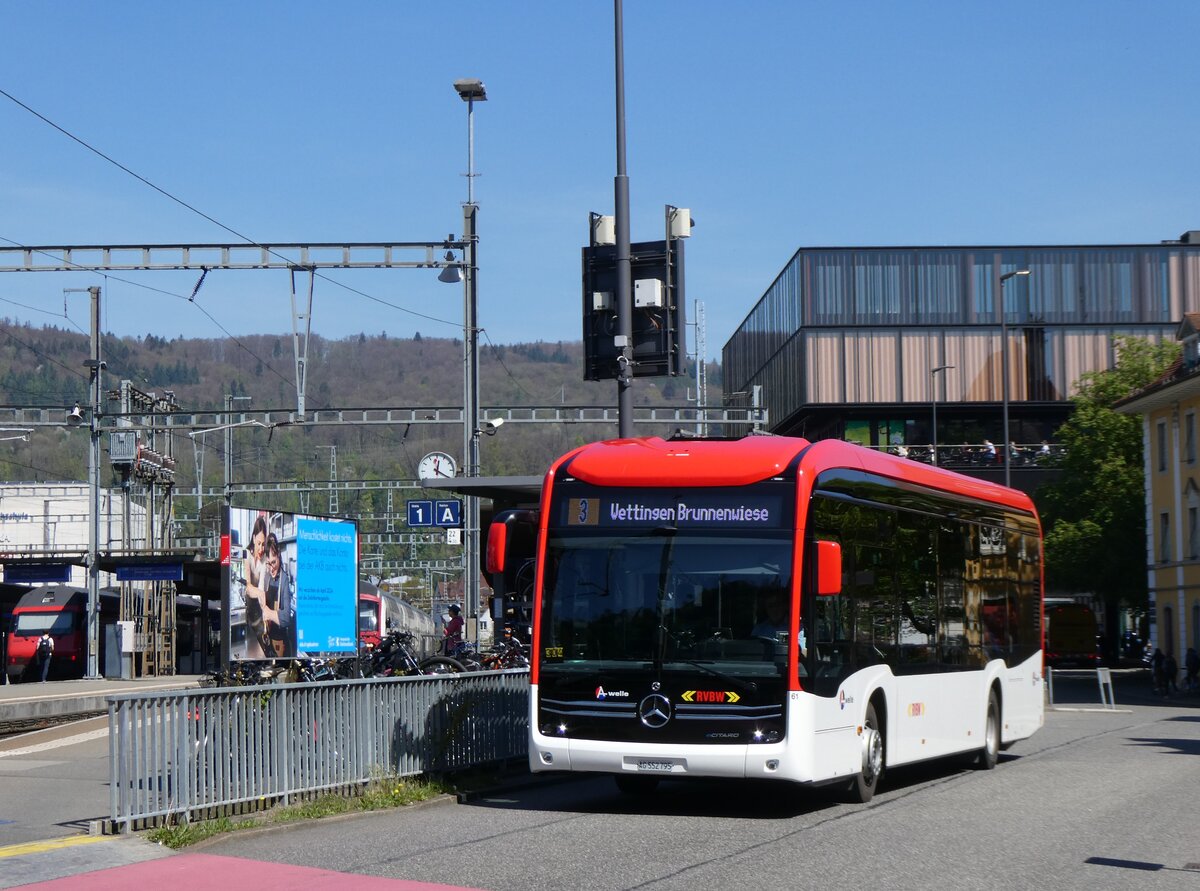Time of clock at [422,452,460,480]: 12:20
